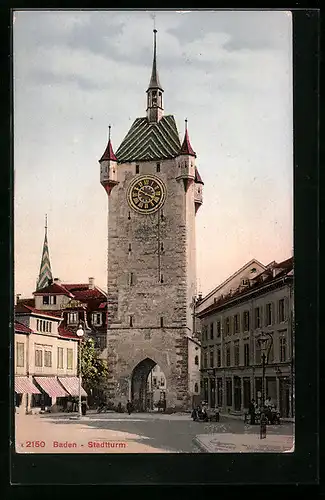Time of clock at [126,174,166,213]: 3:48
